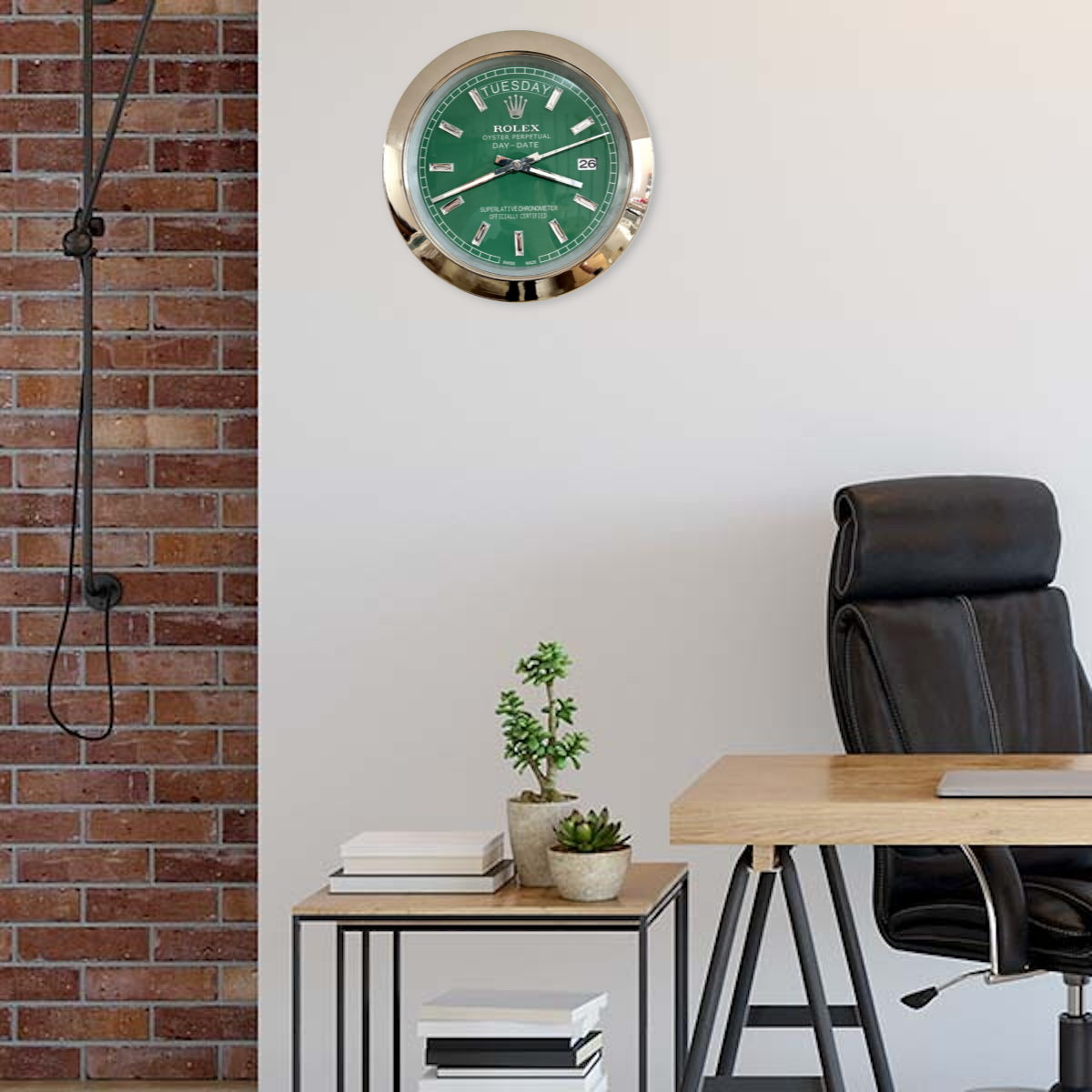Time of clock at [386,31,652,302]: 3:41
